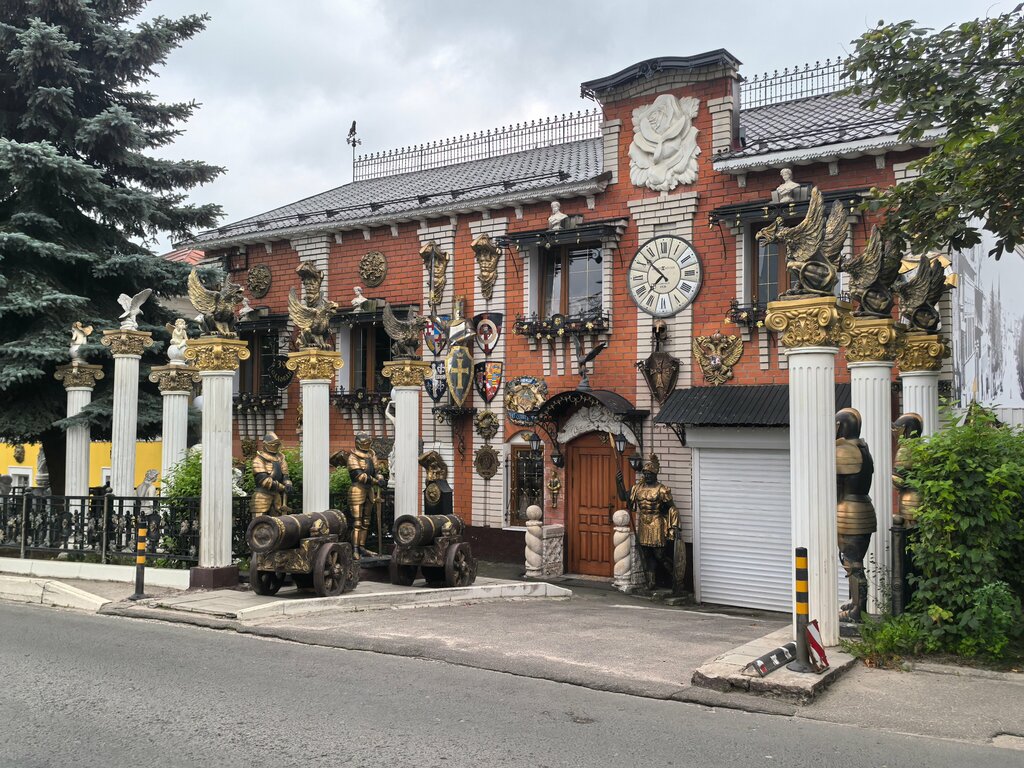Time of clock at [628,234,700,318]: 7:52
